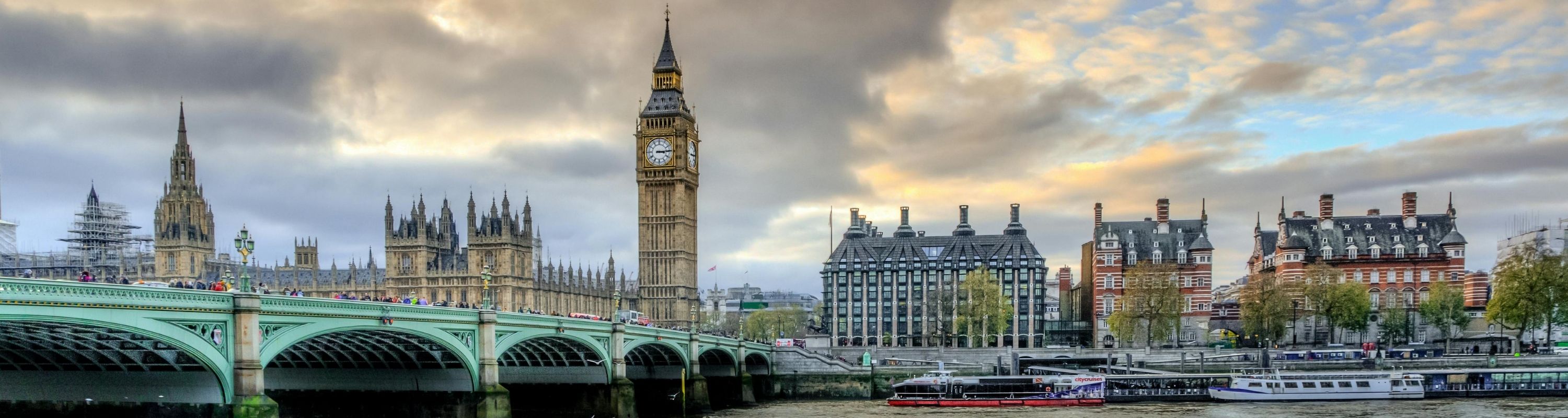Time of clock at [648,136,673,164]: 3:14
